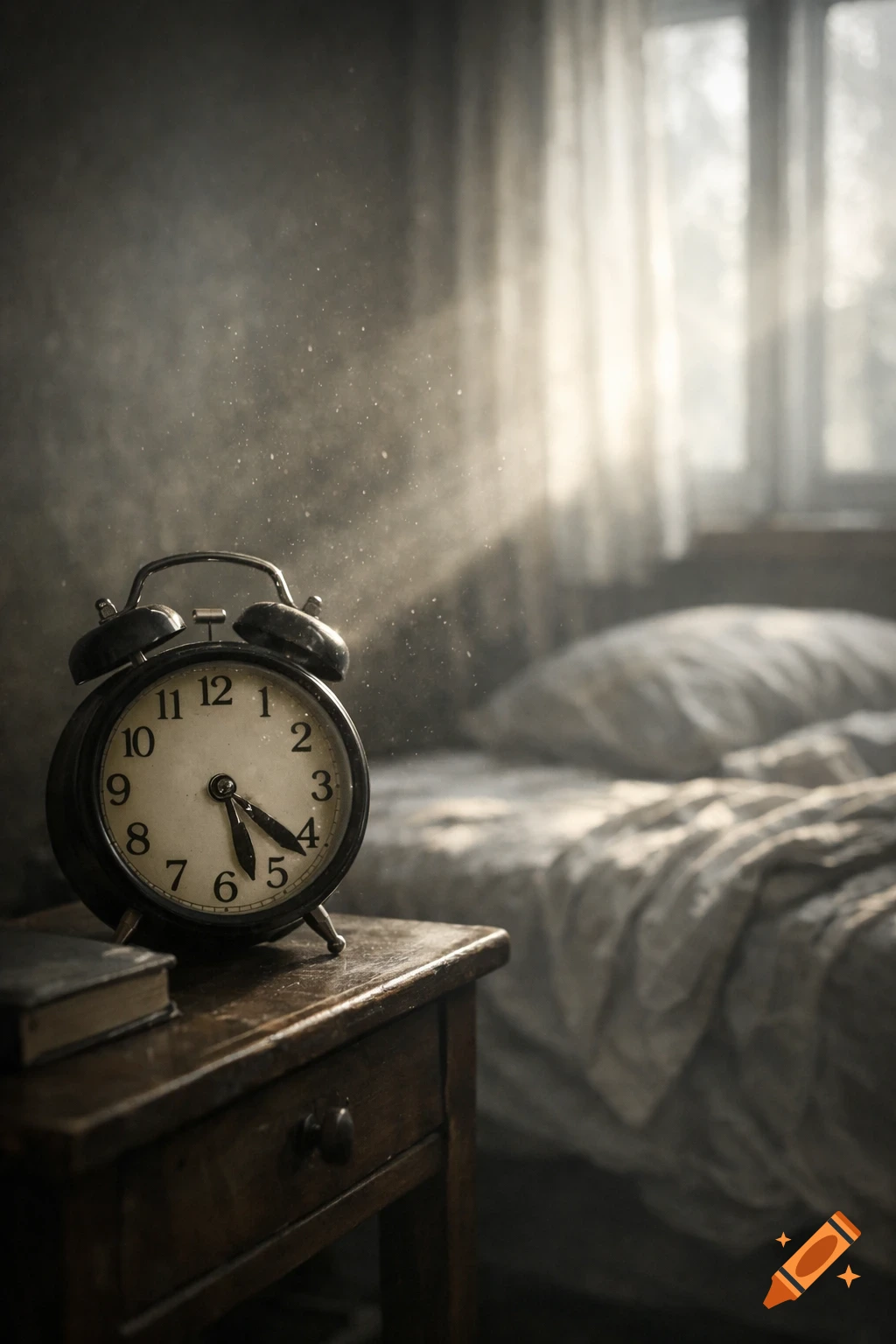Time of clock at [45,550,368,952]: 5:21
